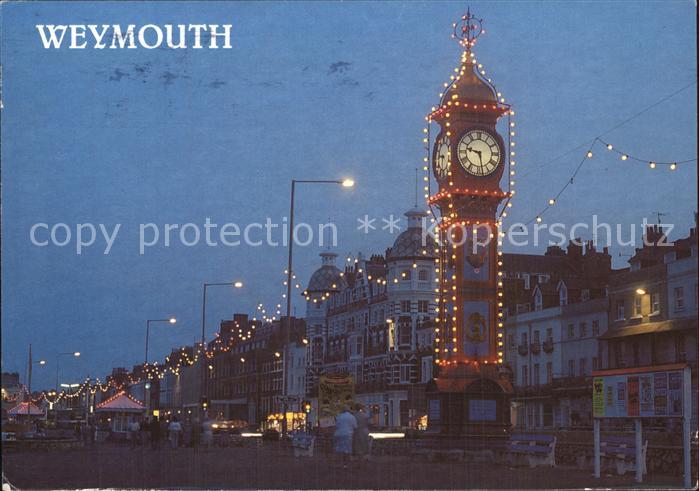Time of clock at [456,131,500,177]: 9:28
